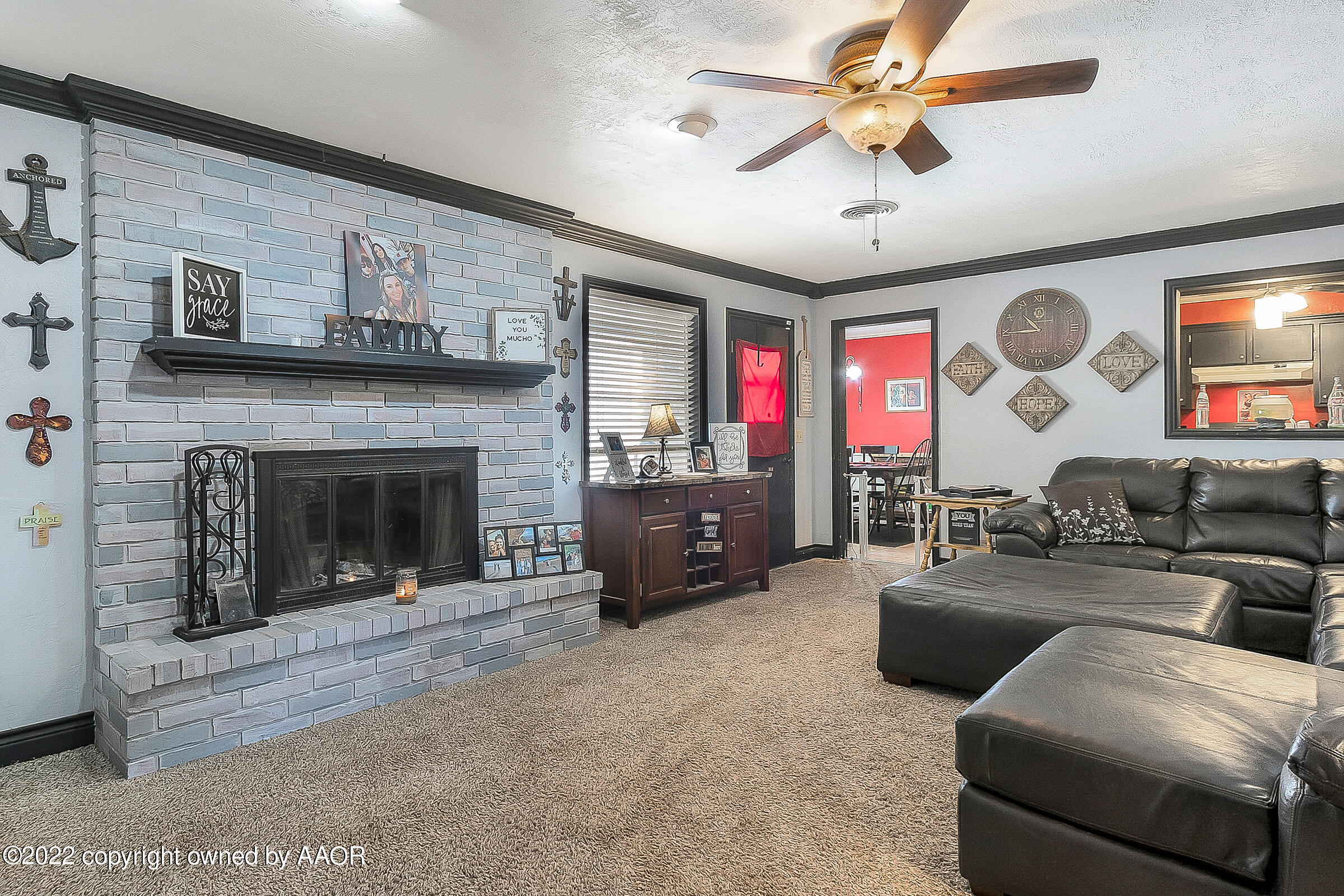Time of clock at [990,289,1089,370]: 10:44
